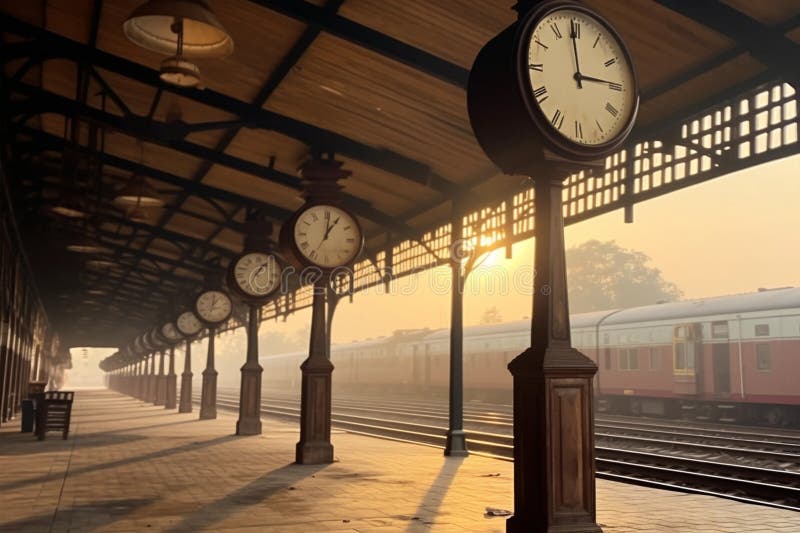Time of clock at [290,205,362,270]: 1:01
